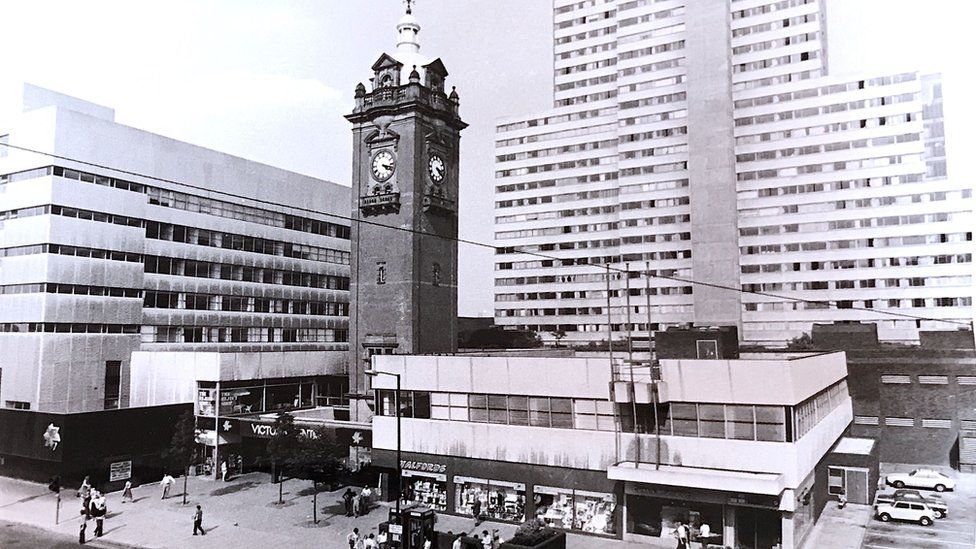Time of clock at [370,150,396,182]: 4:17
